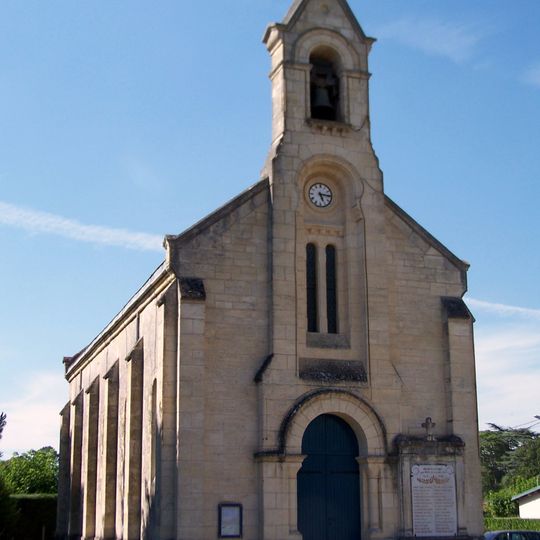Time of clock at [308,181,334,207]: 5:15
